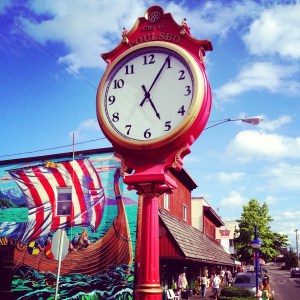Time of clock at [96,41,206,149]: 5:04
